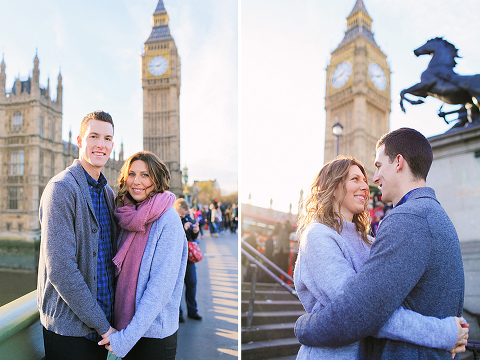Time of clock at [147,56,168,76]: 1:46
